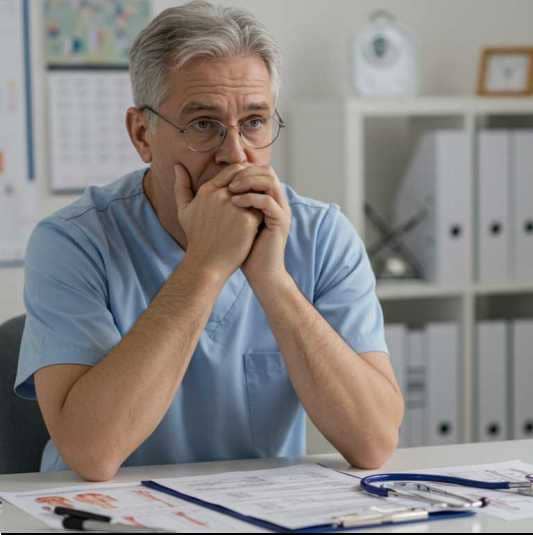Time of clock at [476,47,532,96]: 4:29
